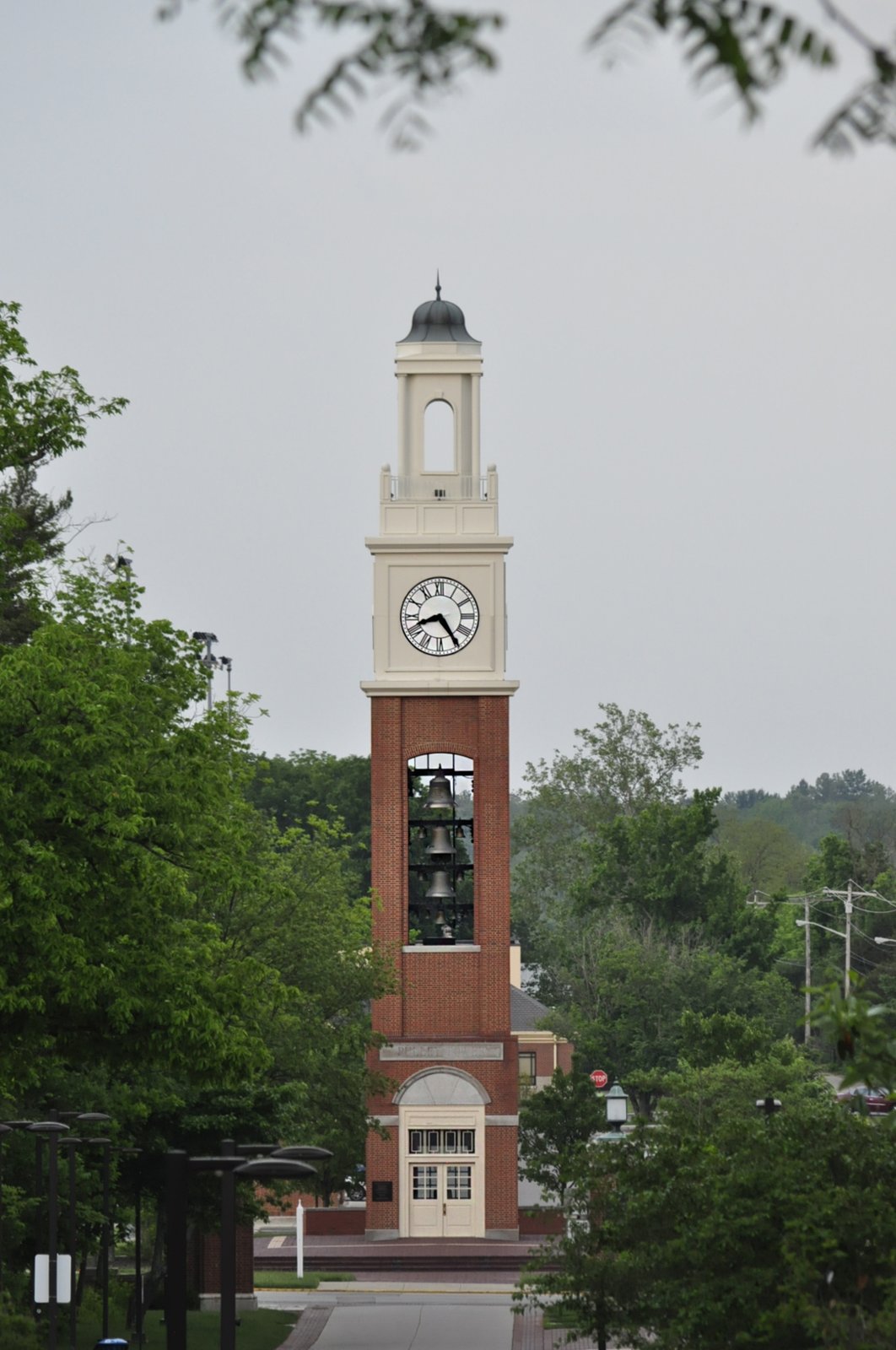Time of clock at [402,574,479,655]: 8:24
